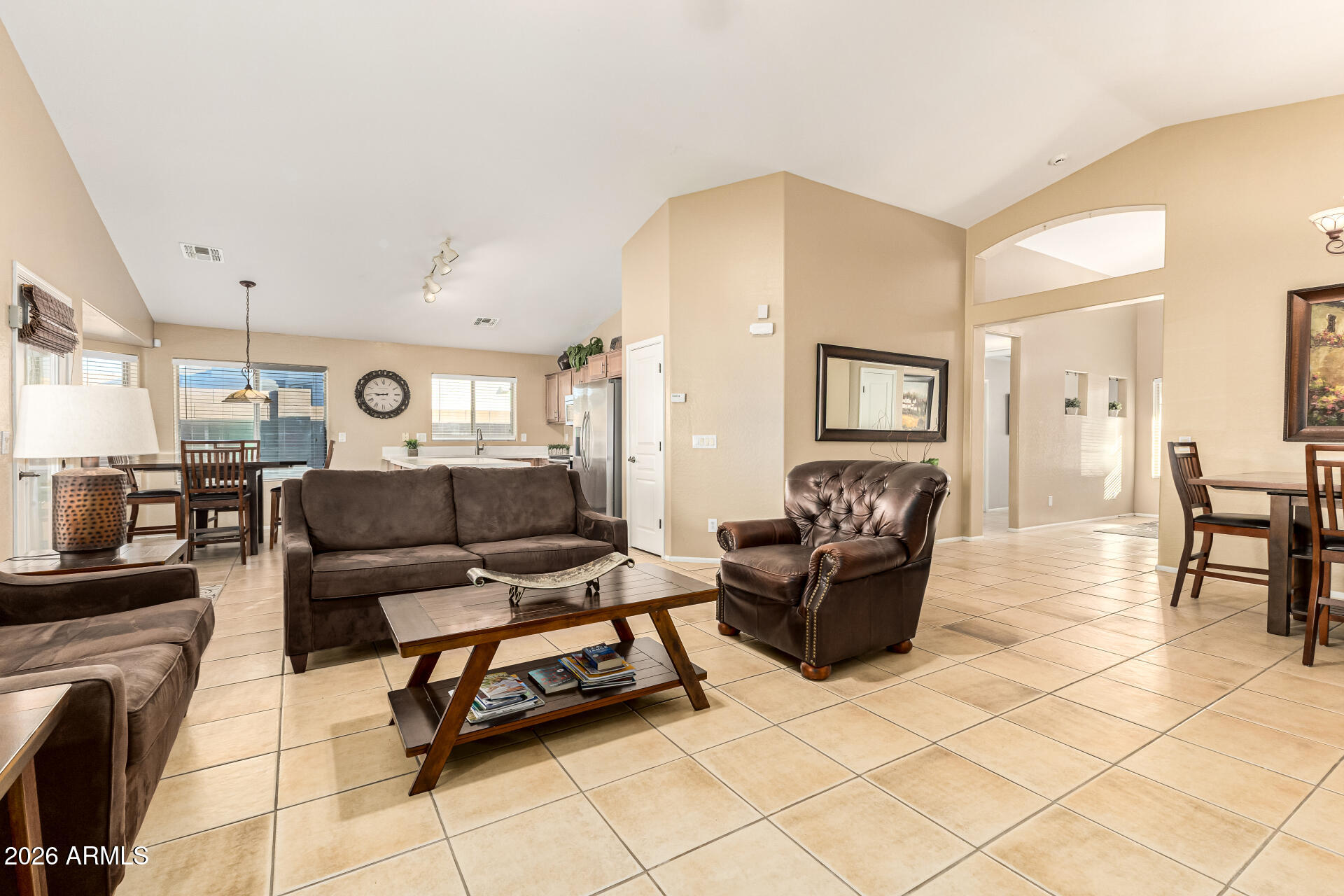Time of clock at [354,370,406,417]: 8:45
